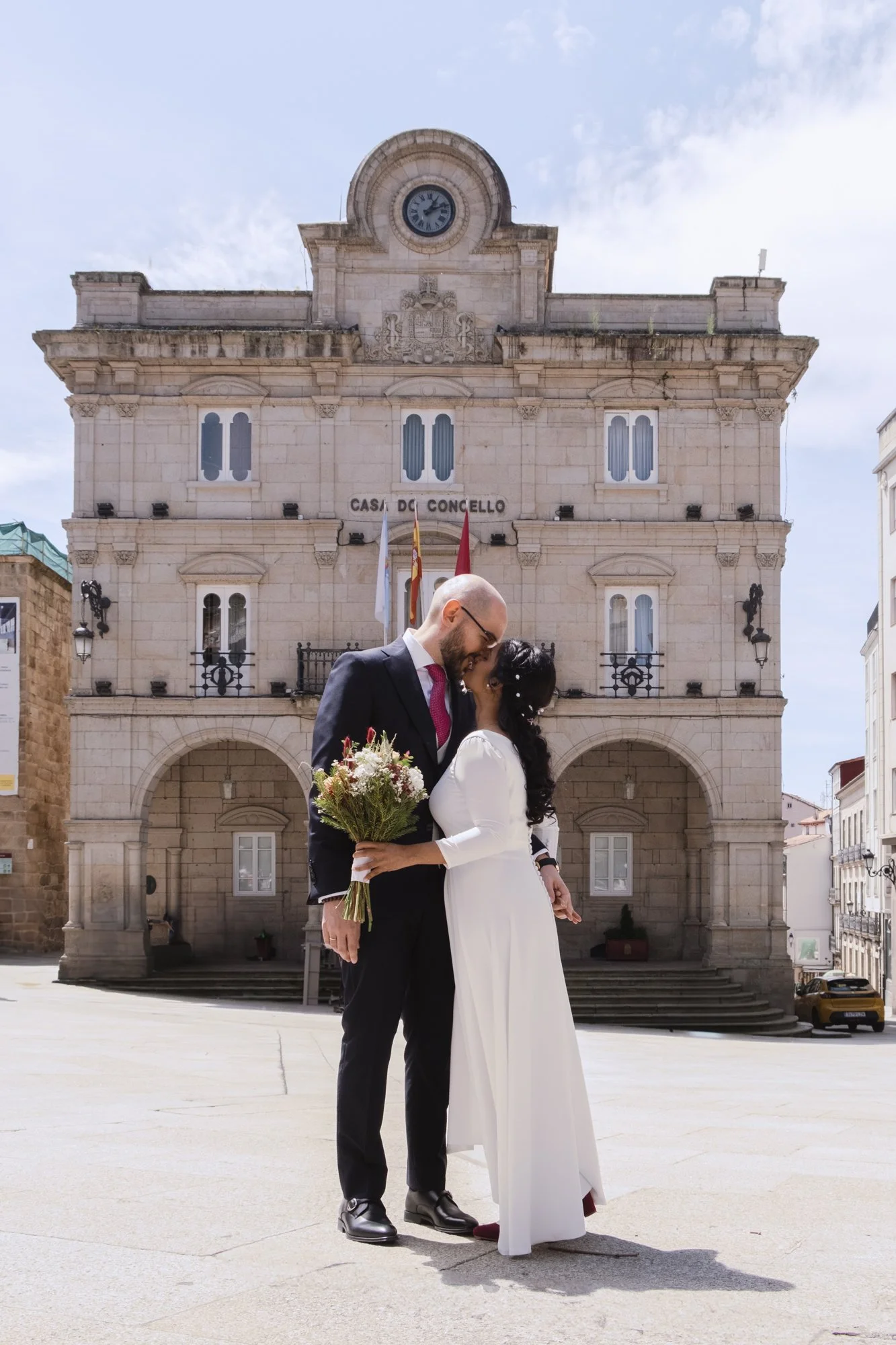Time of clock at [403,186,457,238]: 1:11
